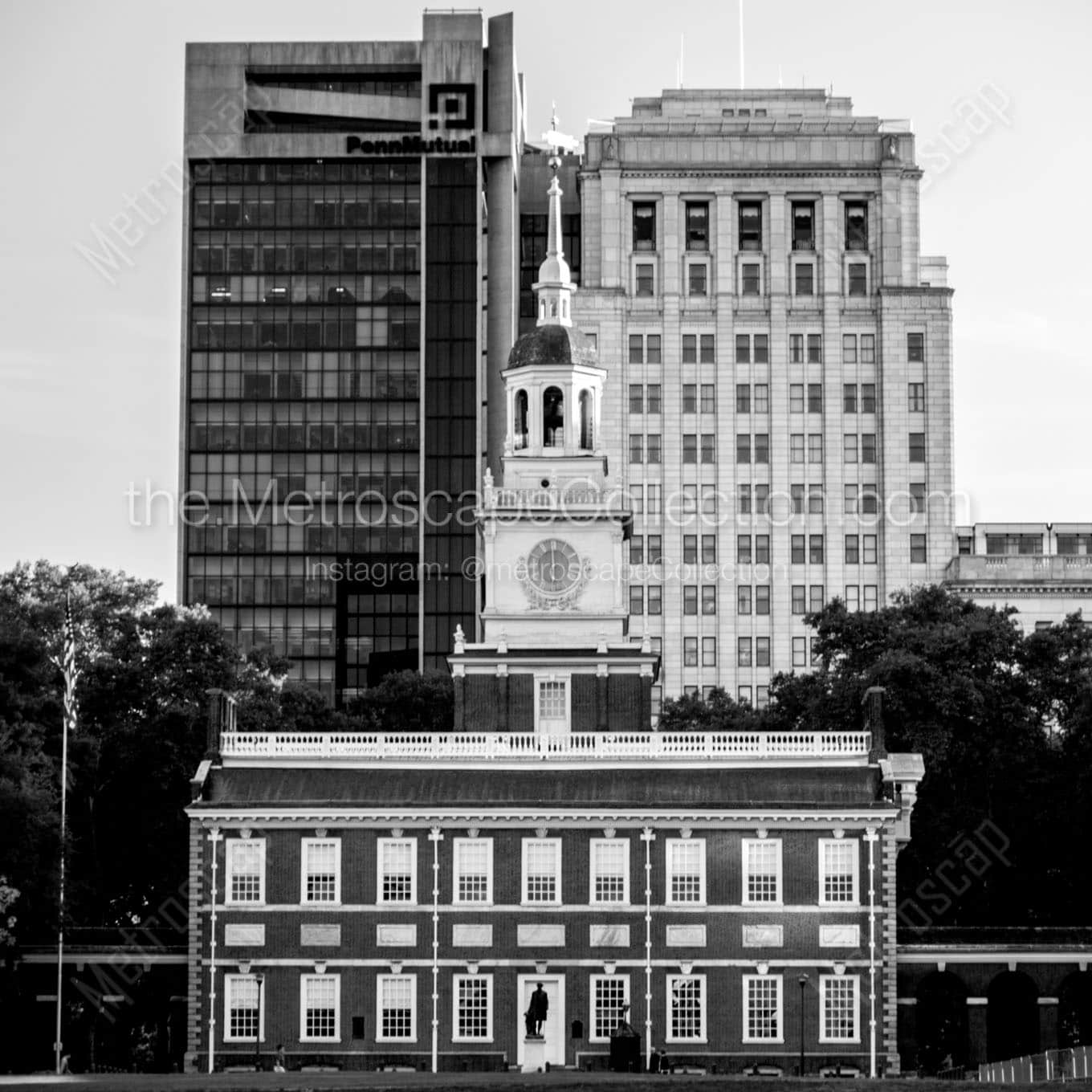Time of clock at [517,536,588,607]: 5:59
